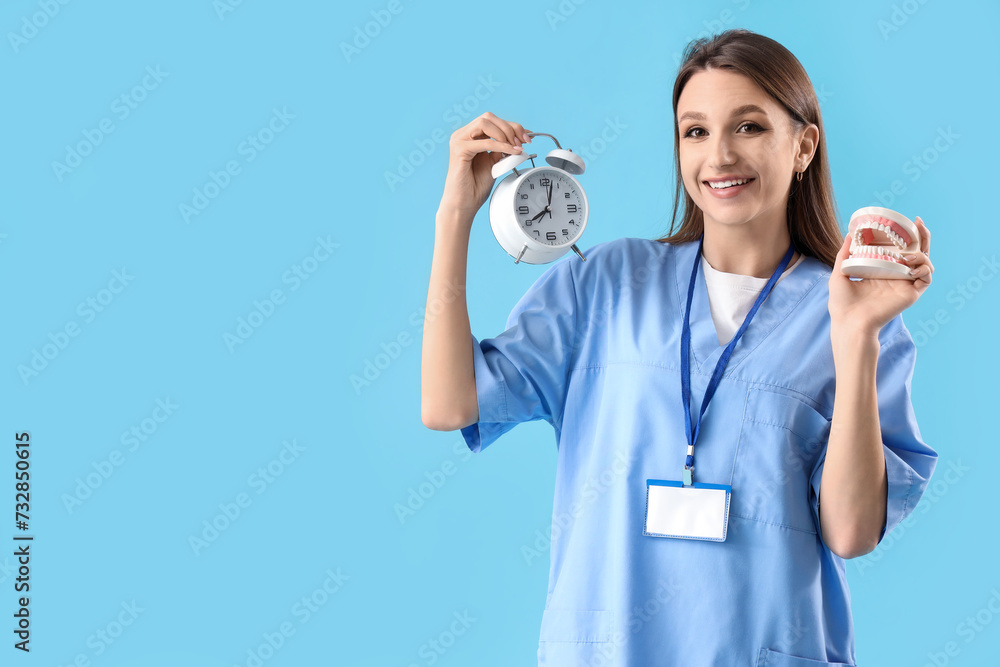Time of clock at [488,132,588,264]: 8:02
